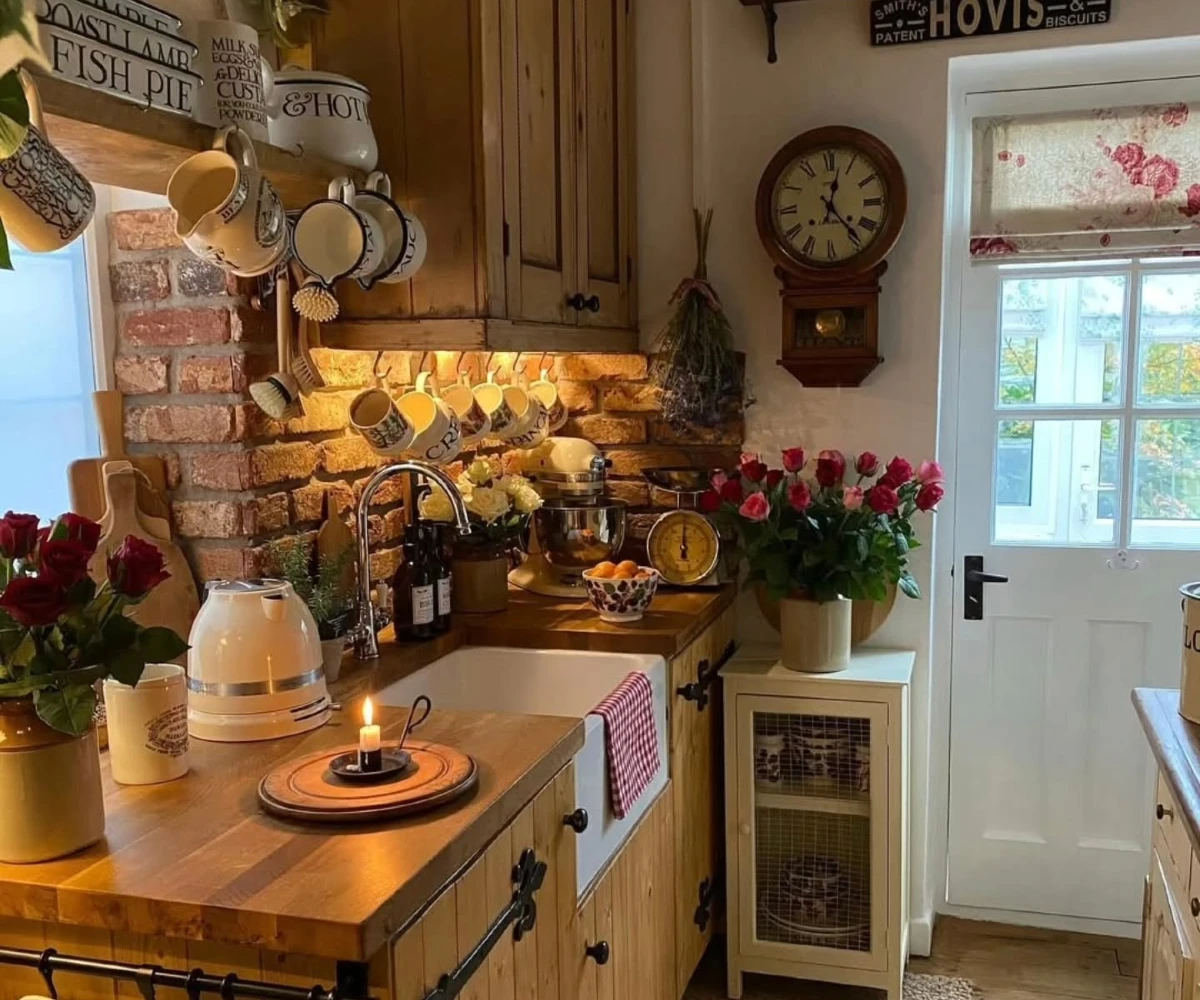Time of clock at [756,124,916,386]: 12:23
